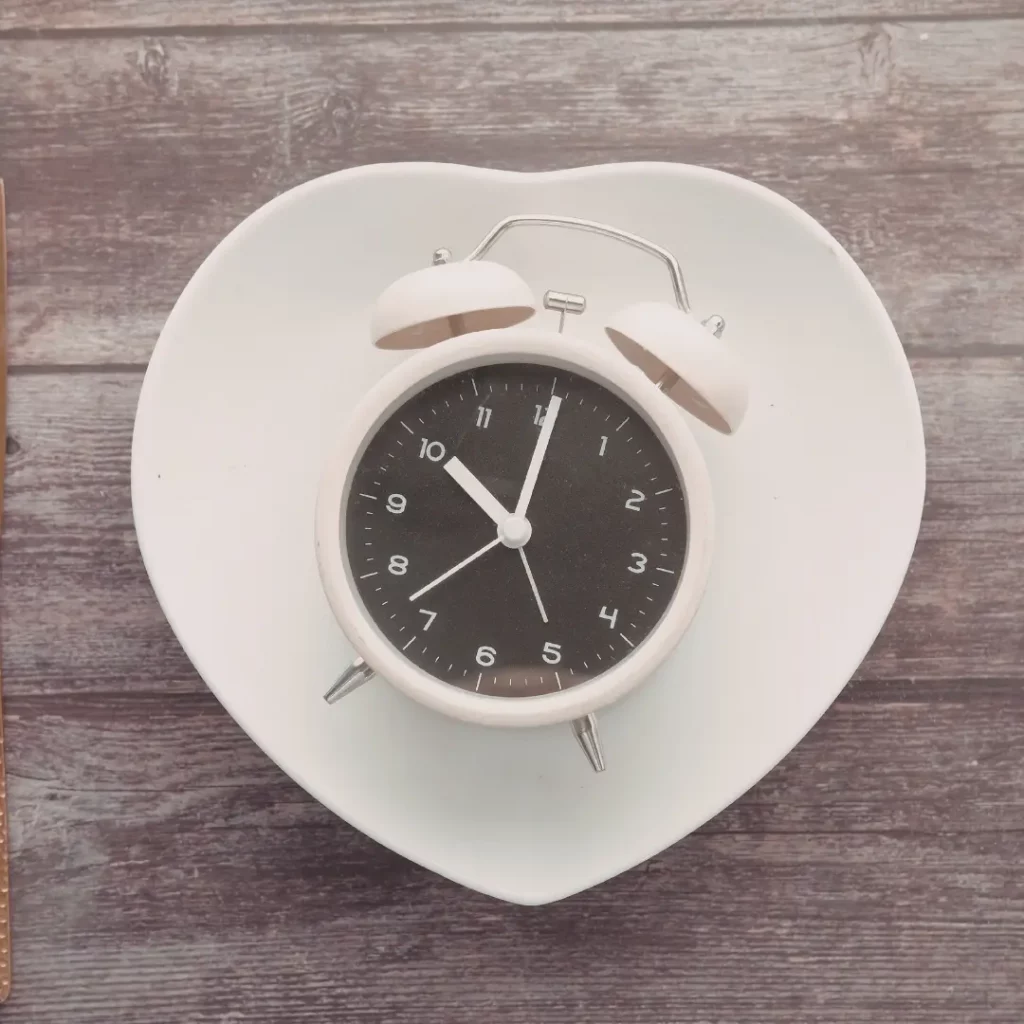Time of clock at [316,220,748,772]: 10:00
